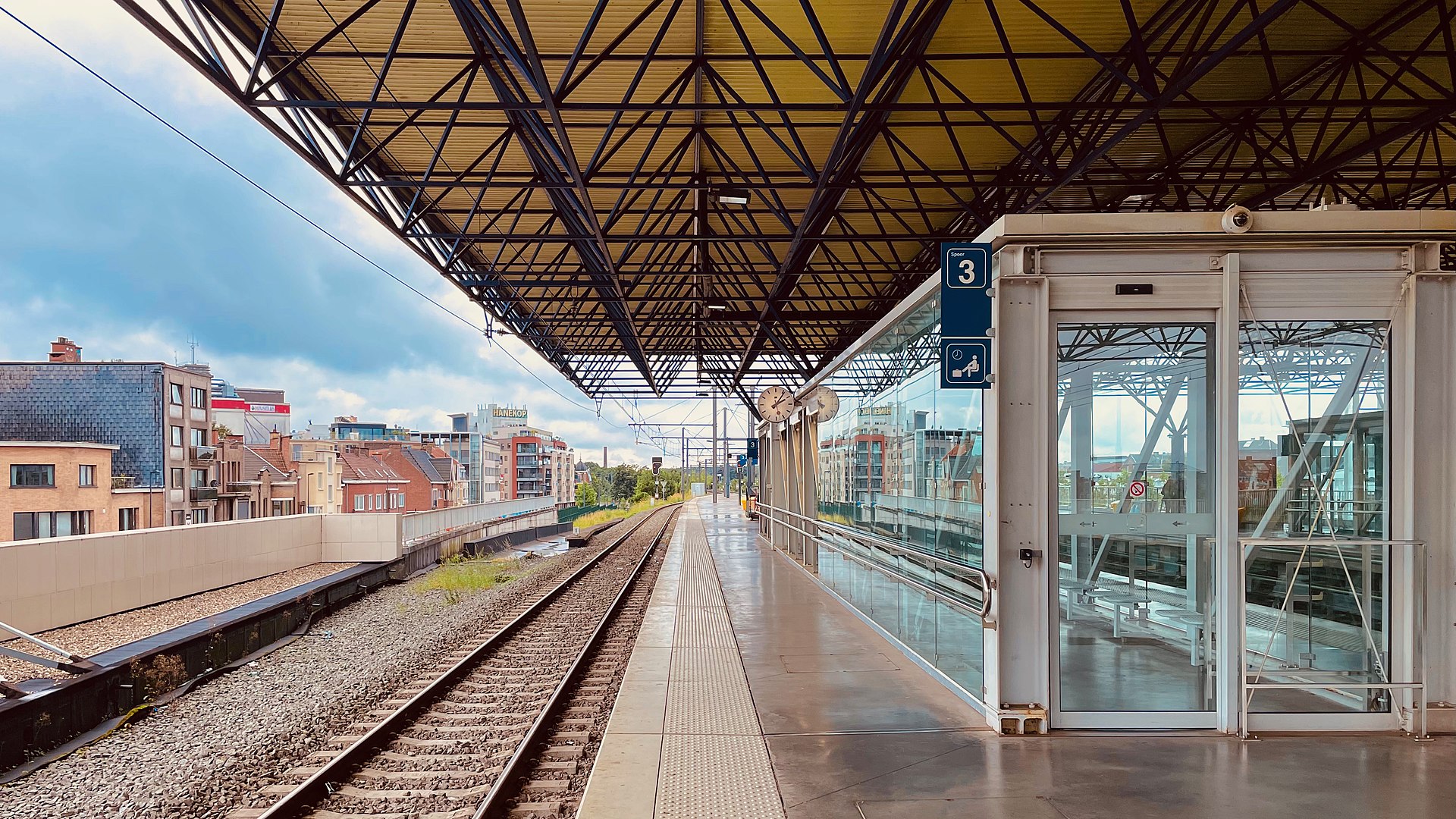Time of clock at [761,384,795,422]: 2:06
